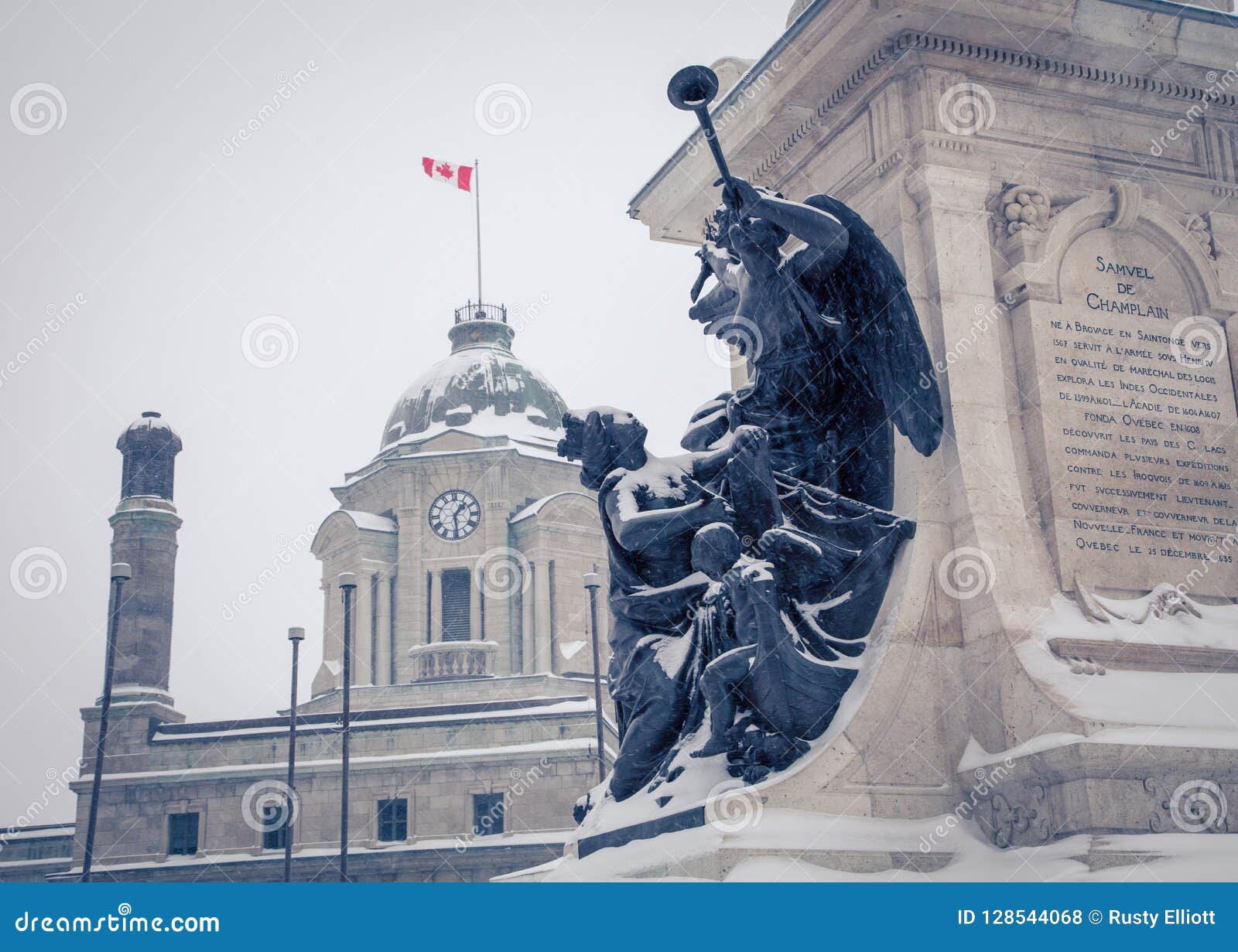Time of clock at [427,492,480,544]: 1:28
